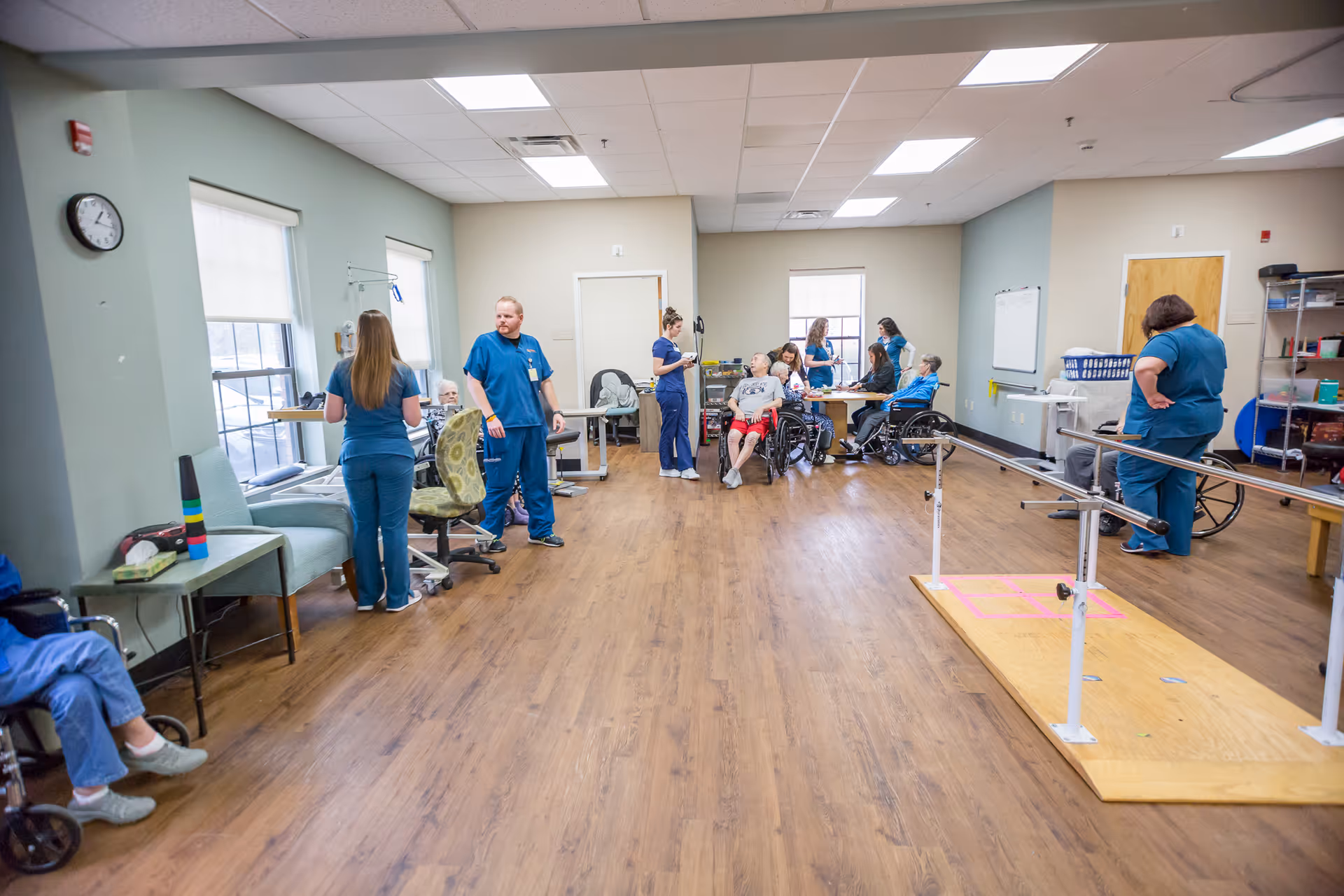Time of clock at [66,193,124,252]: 1:16
